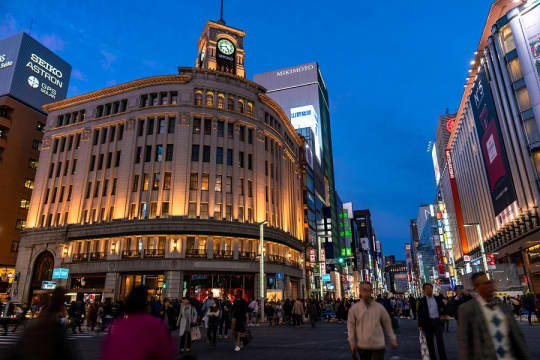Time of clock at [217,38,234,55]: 4:42
